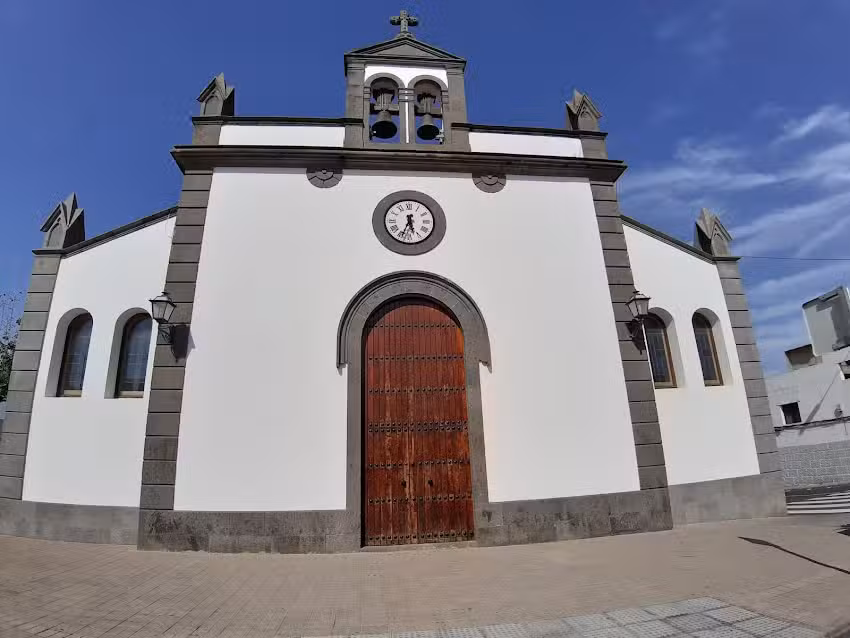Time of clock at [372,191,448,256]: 5:33
